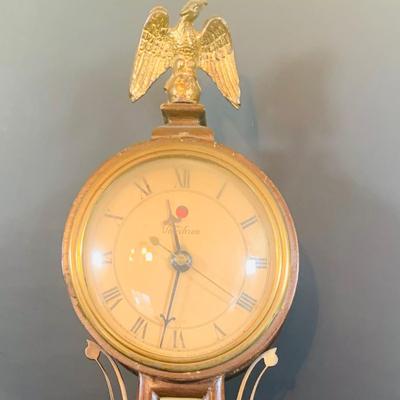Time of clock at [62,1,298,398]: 11:32
